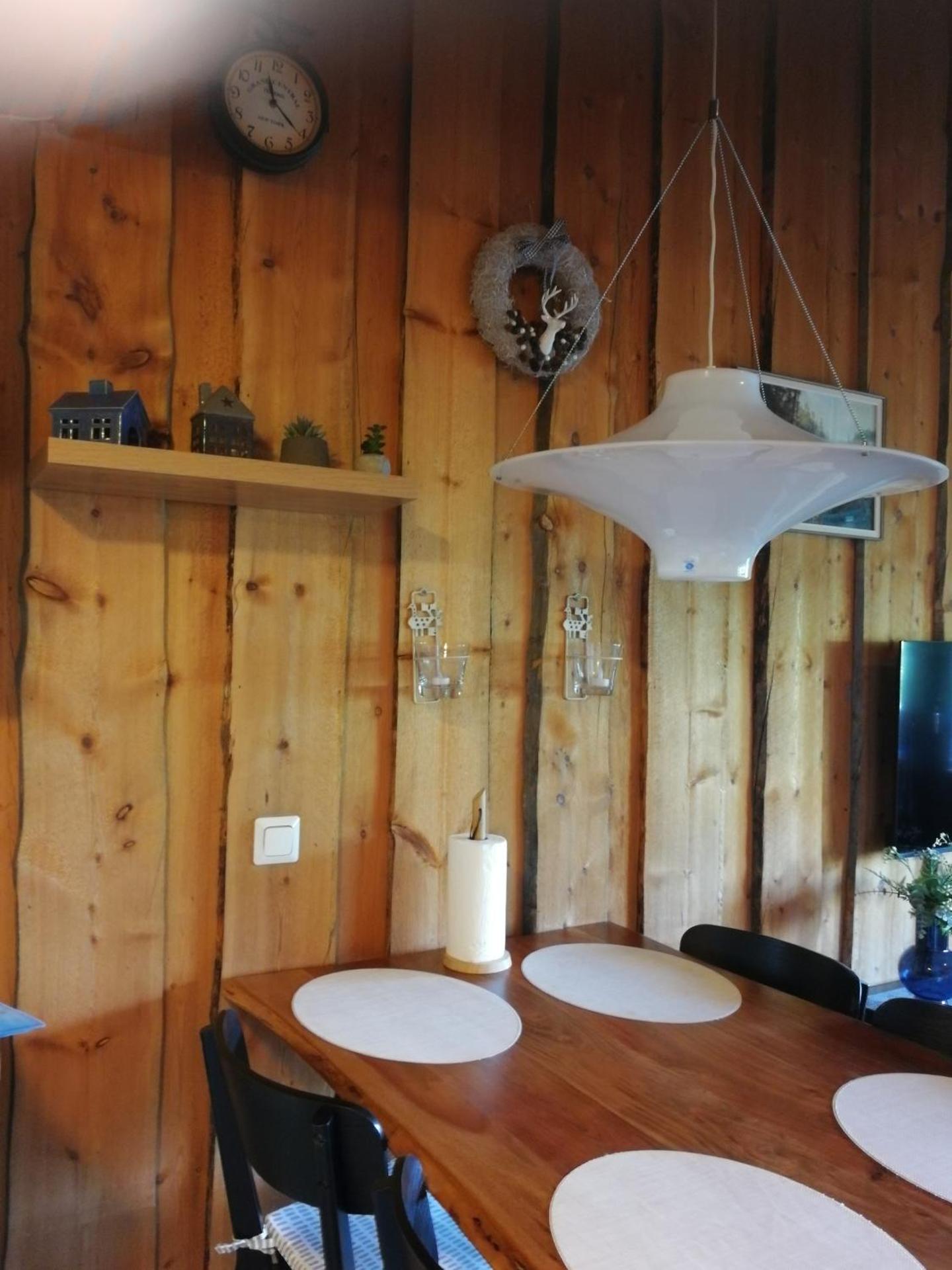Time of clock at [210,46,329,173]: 11:21
